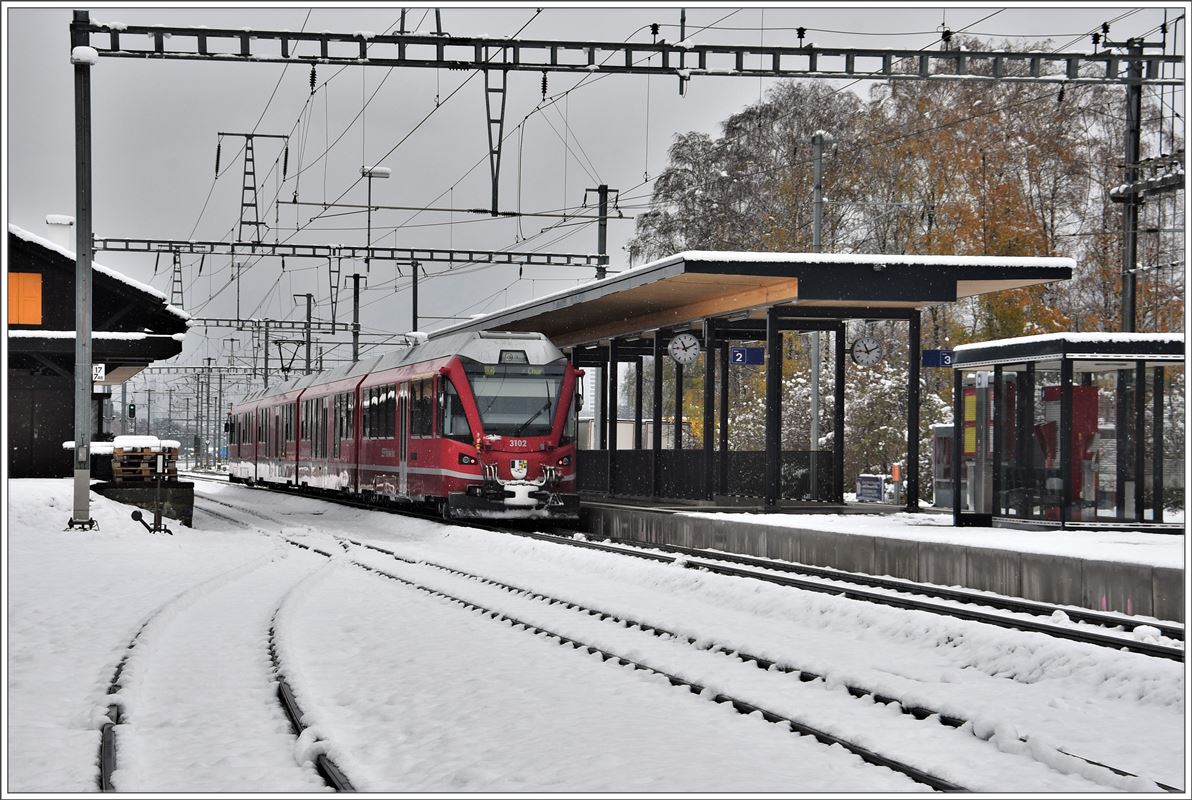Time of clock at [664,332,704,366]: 11:10
